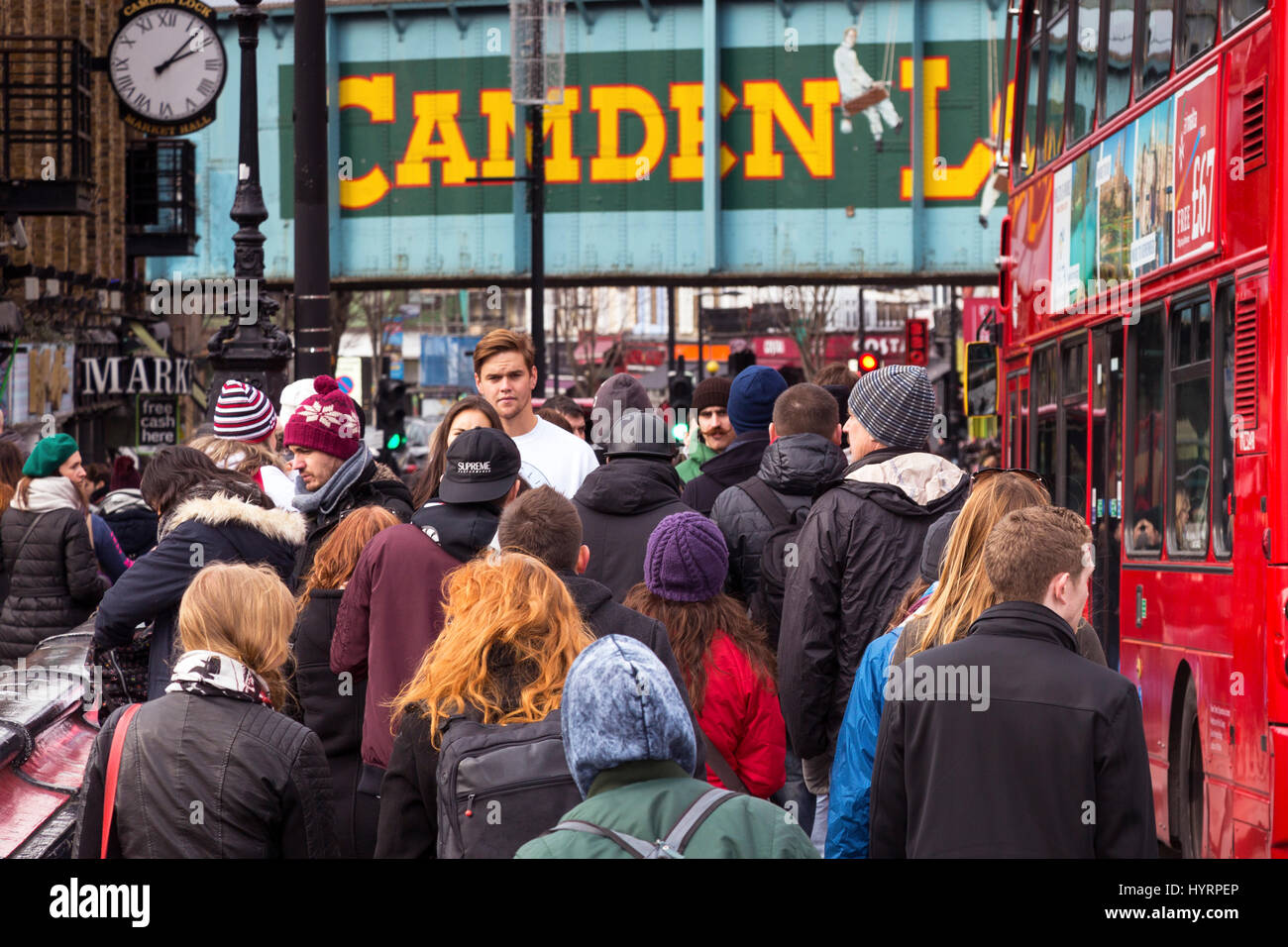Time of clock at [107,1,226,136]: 2:07
